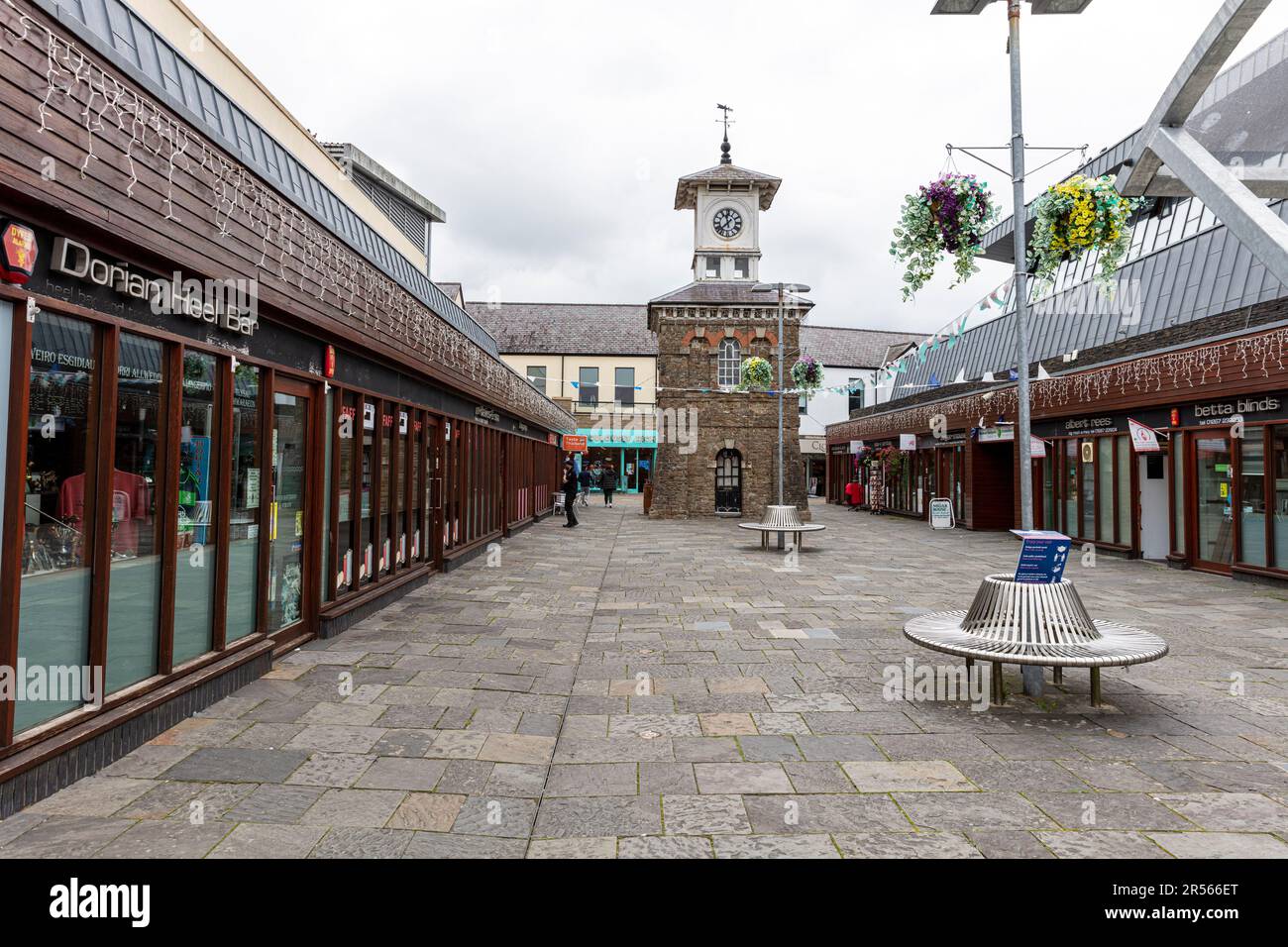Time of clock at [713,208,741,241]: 11:37
